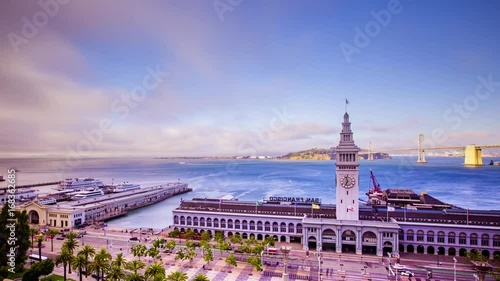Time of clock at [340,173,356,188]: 6:58
